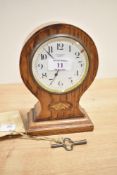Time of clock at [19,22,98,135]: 6:53
